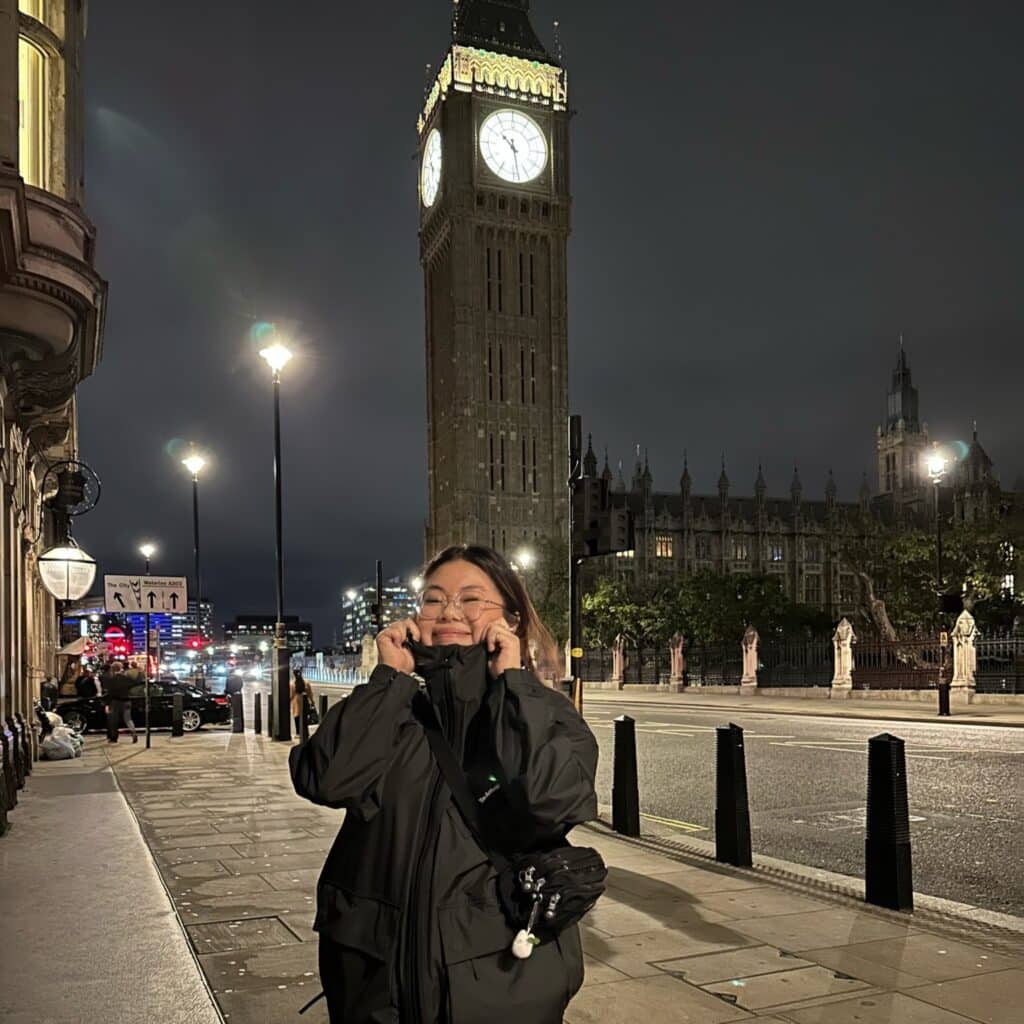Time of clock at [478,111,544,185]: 10:28
